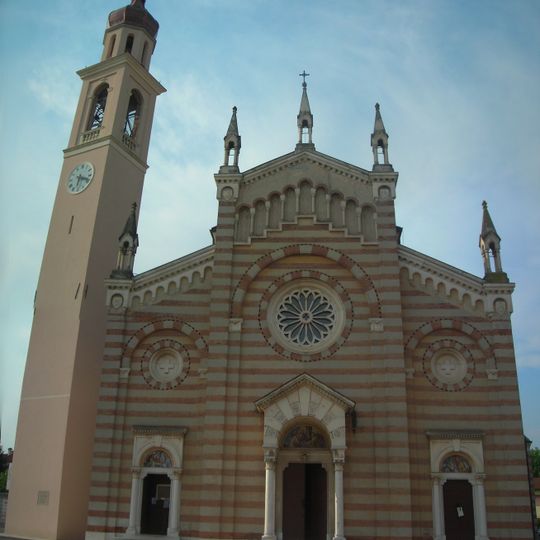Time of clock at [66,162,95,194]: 6:18
